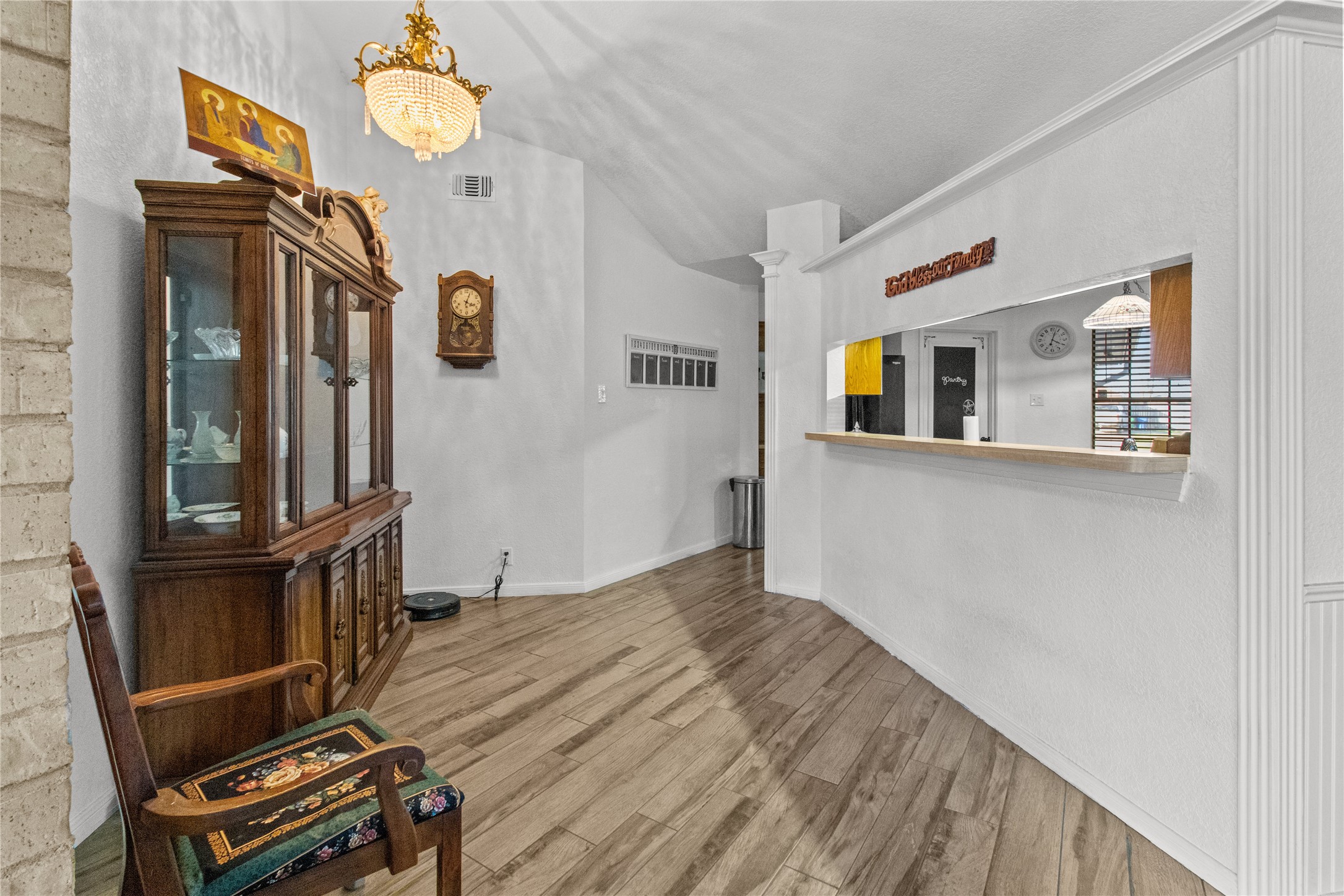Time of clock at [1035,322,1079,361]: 4:02
